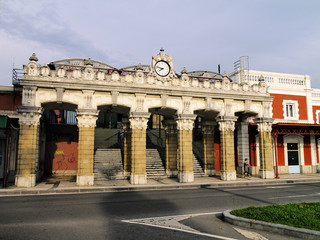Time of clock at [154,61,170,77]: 7:47
